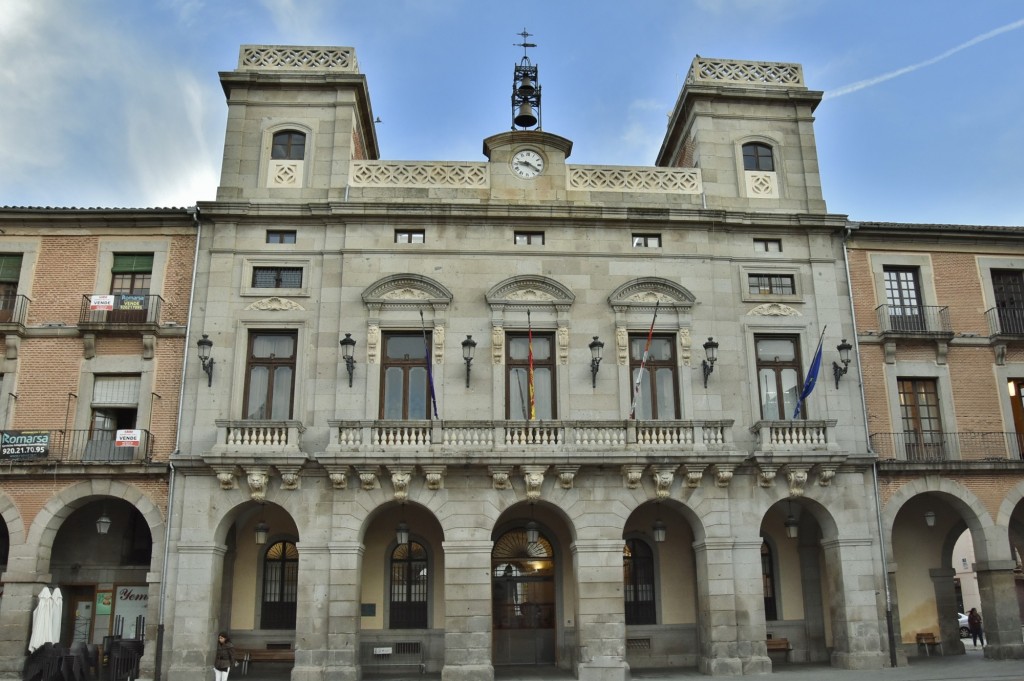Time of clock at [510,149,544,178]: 9:20
